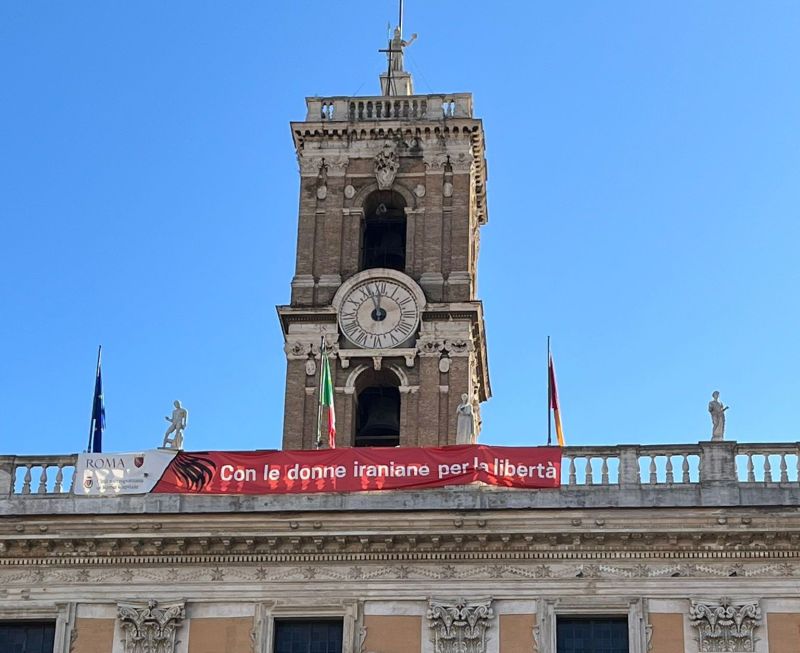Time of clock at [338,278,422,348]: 11:56
